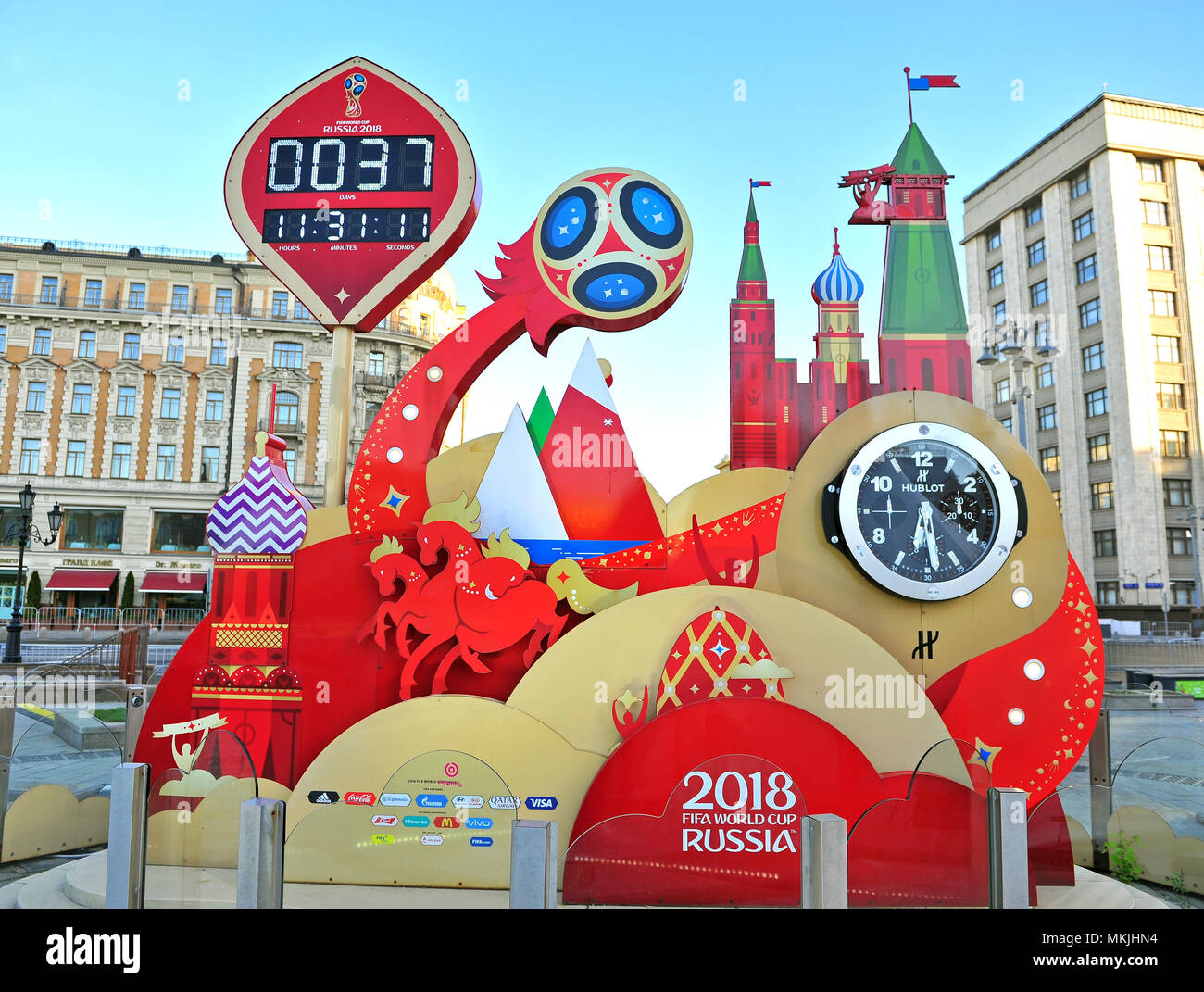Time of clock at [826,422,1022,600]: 6:28
